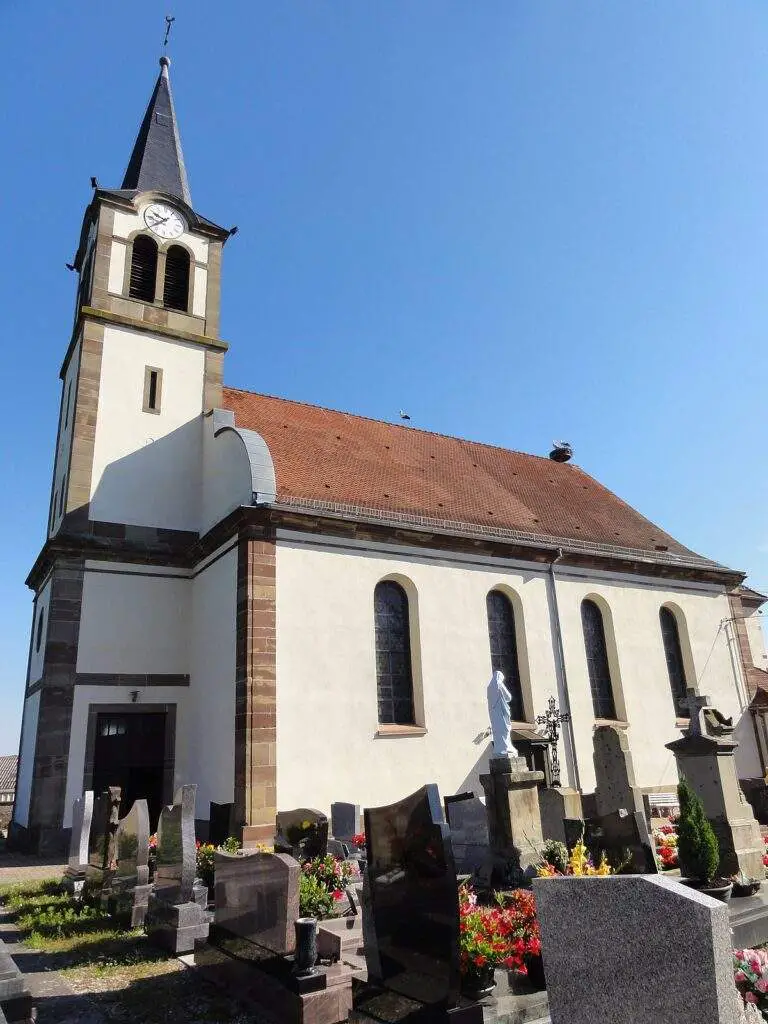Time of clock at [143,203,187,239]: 9:38
